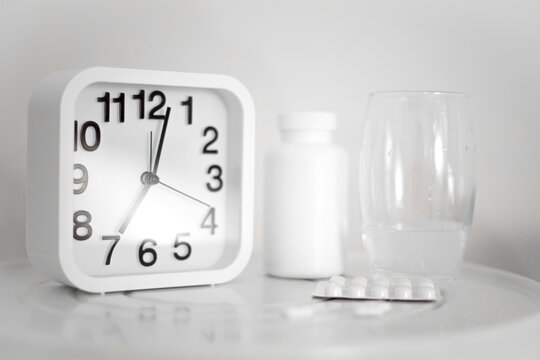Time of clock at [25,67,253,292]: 12:35
